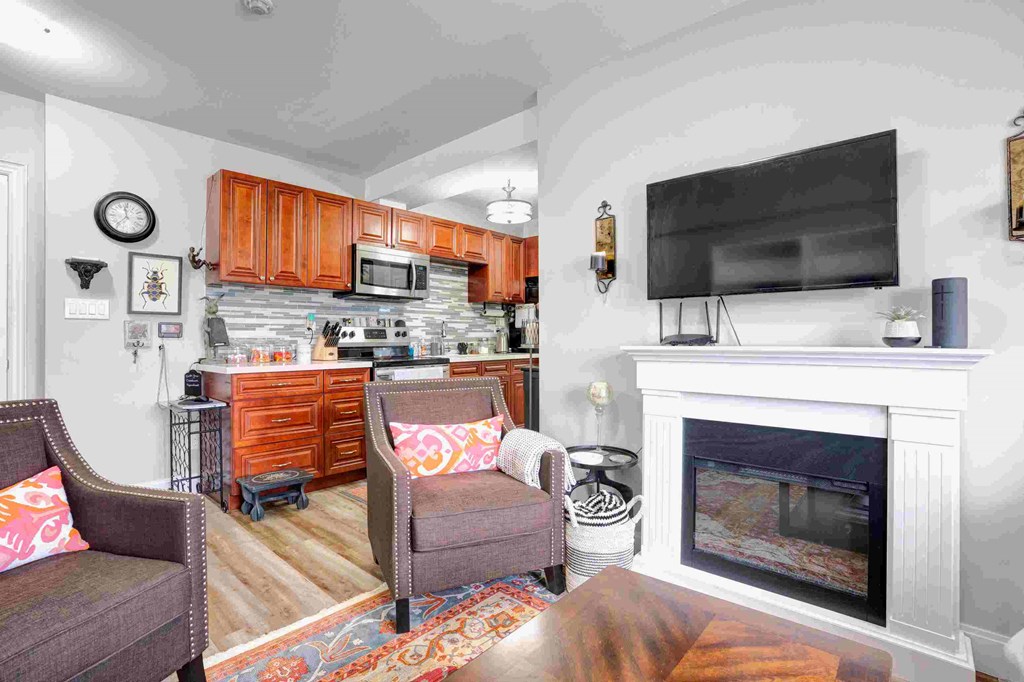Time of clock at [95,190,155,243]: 11:36
